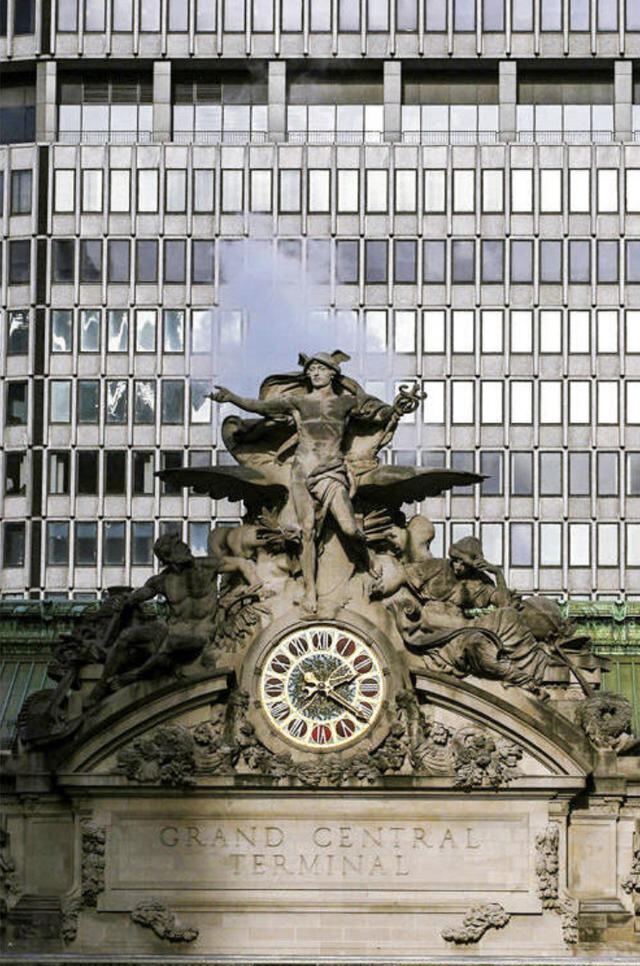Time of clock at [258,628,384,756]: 2:20
